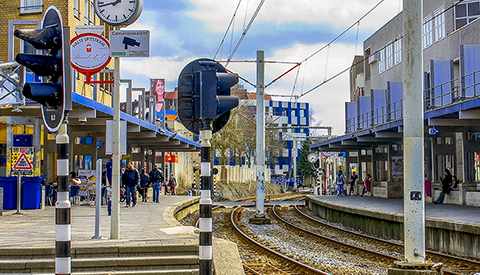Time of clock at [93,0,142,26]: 1:43
